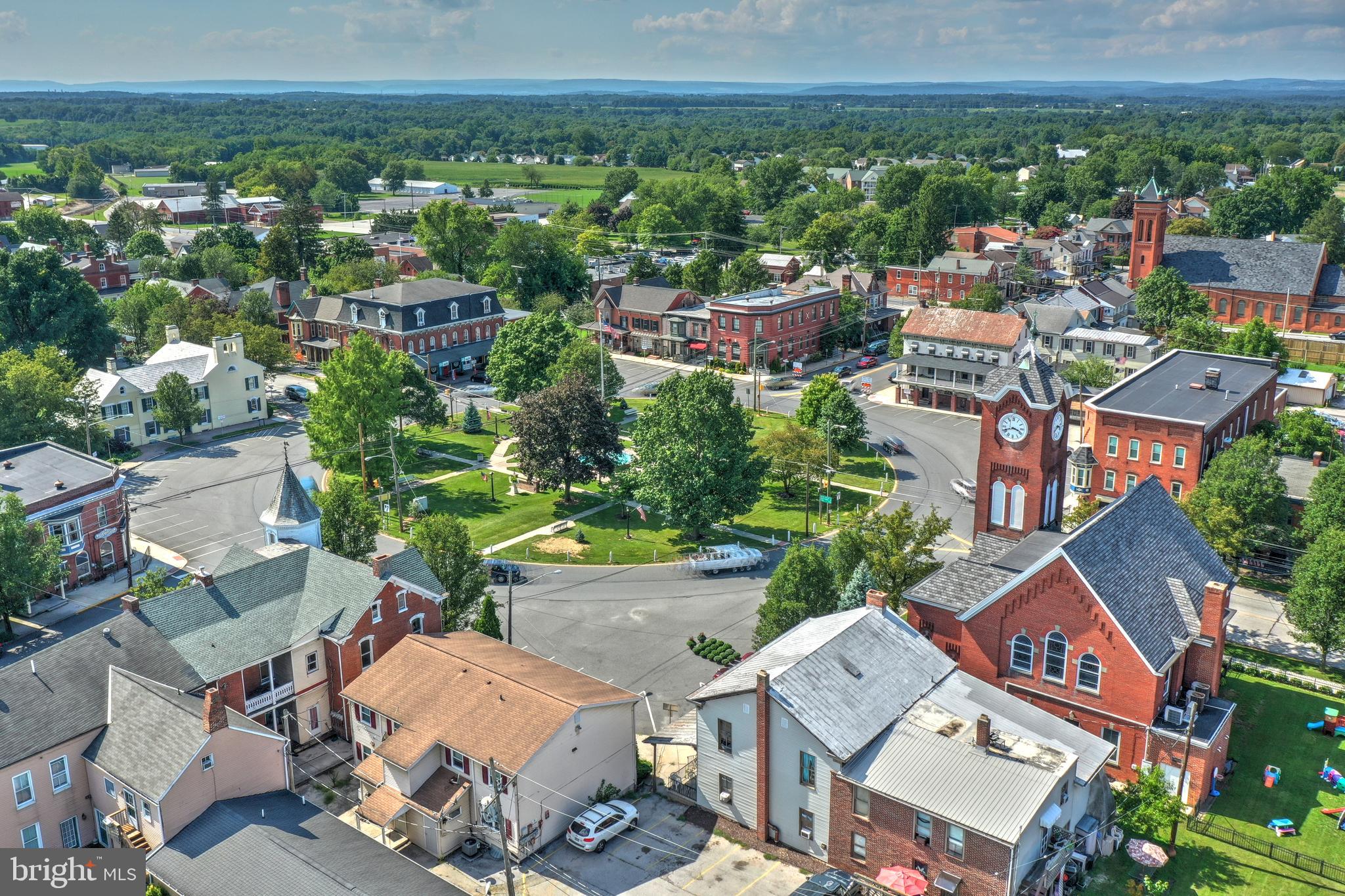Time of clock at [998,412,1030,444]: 3:41
